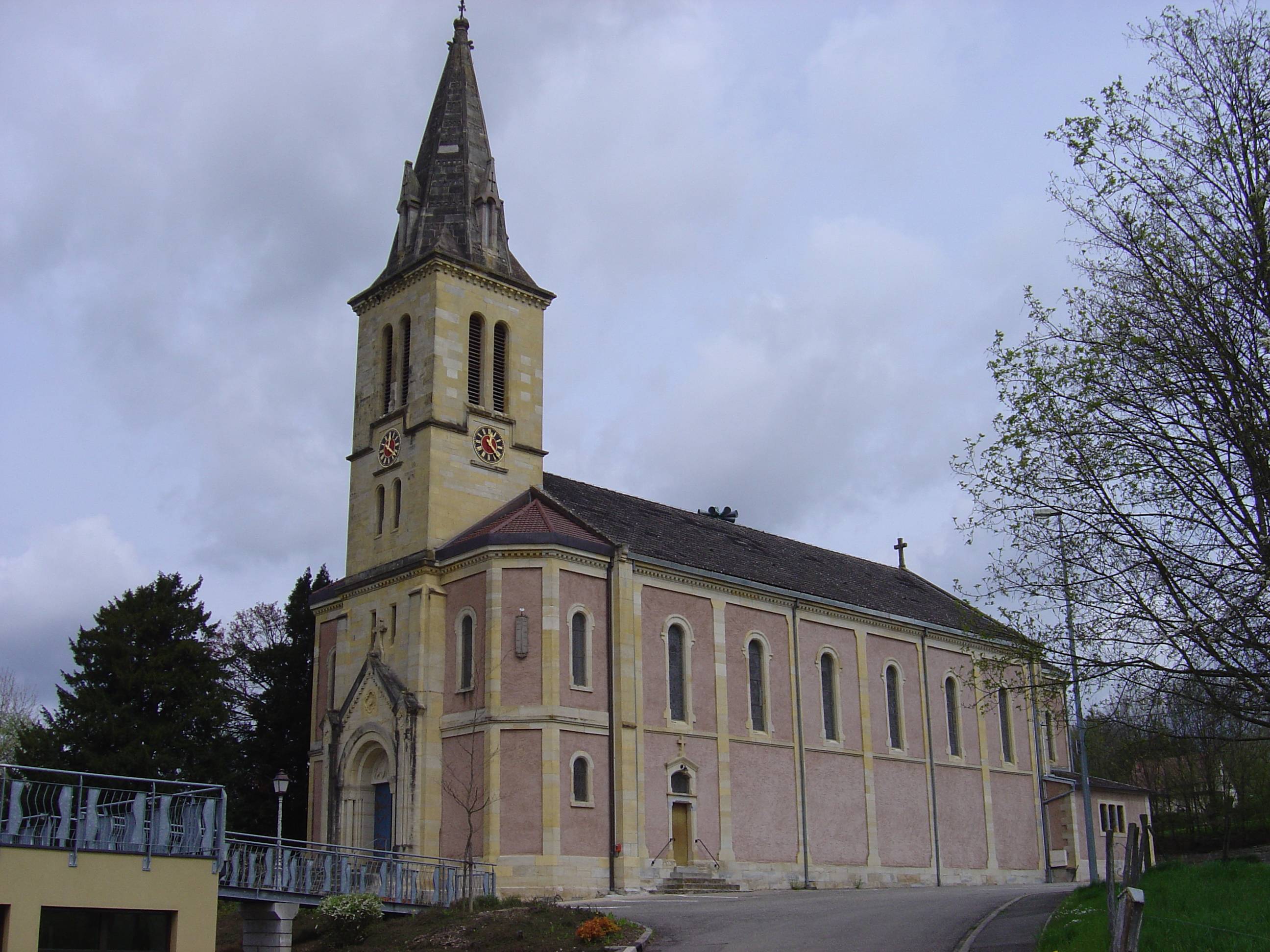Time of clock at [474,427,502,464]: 12:23
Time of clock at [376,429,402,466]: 12:20
